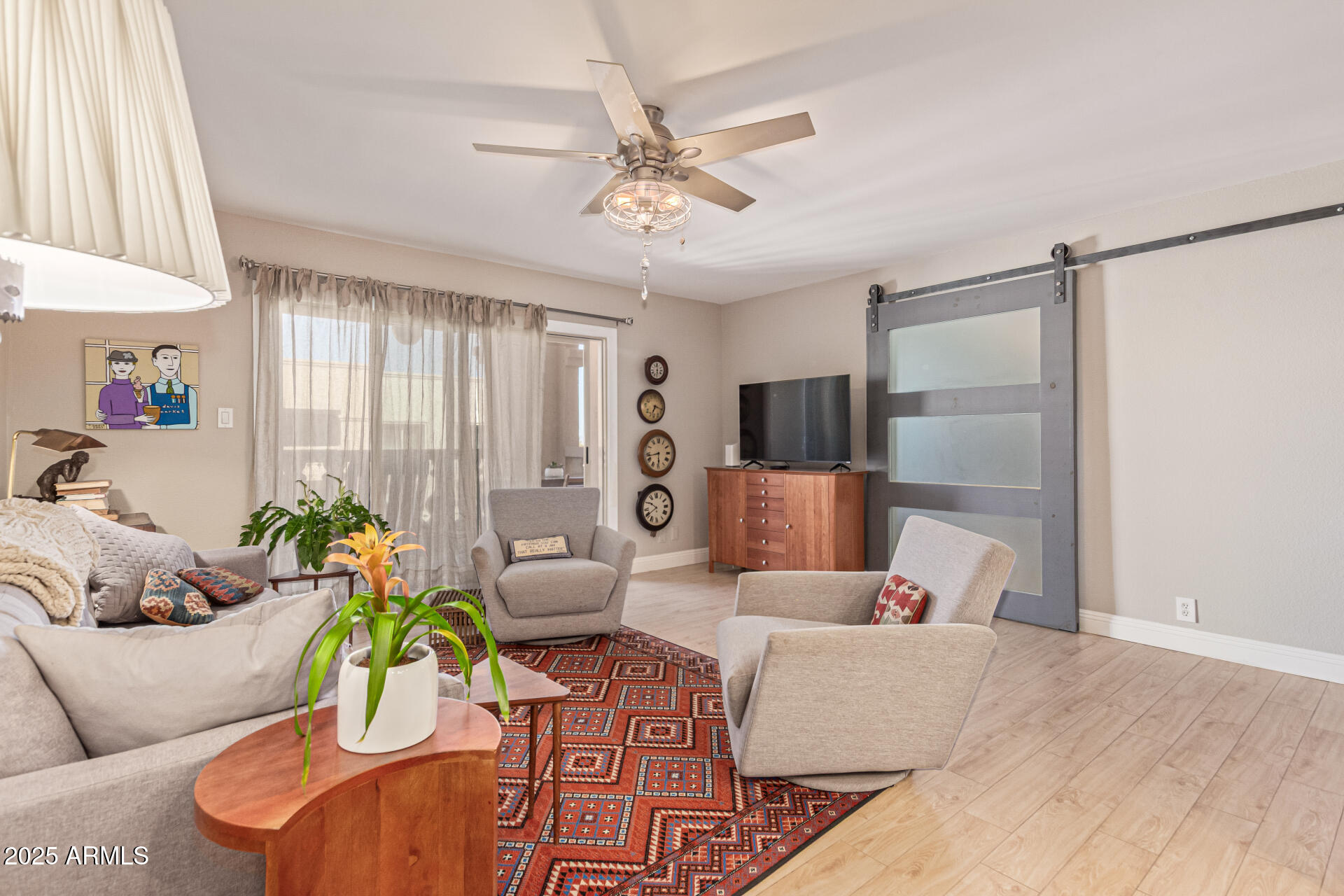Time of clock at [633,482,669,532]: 7:50
